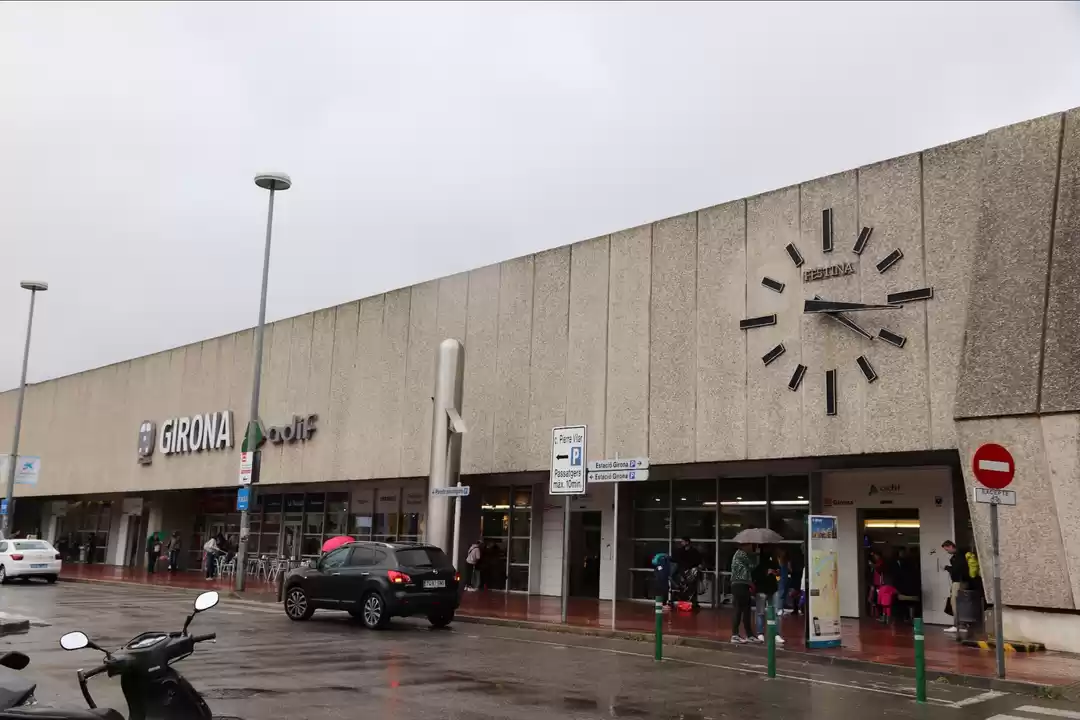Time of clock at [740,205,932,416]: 4:16
